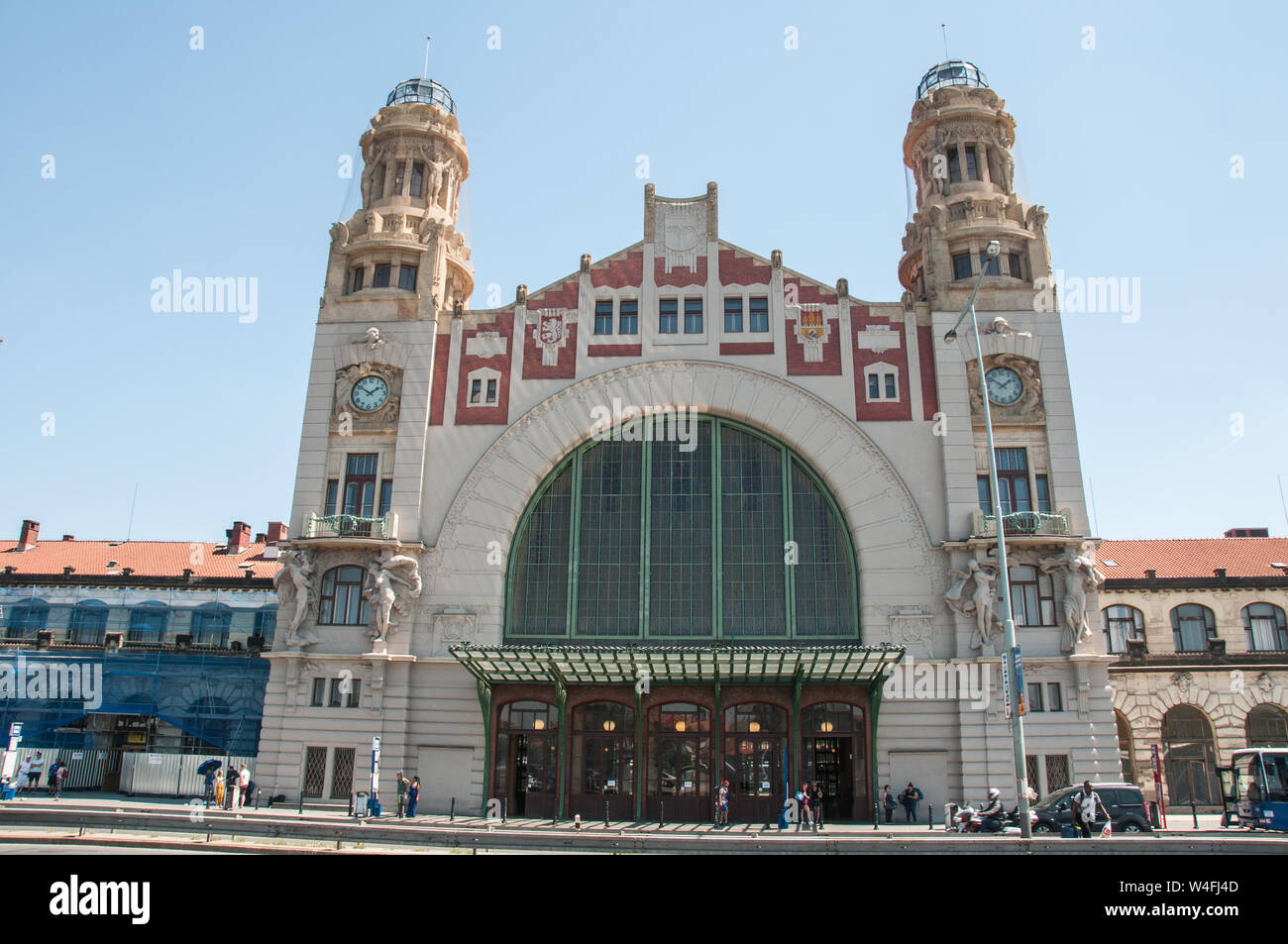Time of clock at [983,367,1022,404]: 1:50
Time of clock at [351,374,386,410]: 1:50
